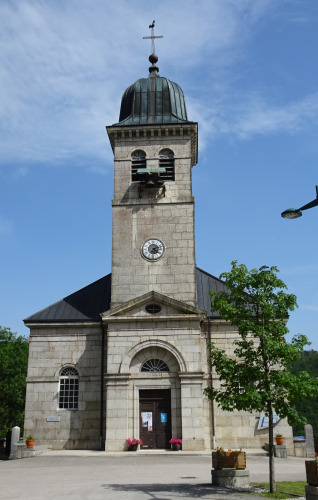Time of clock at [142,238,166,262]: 4:12
